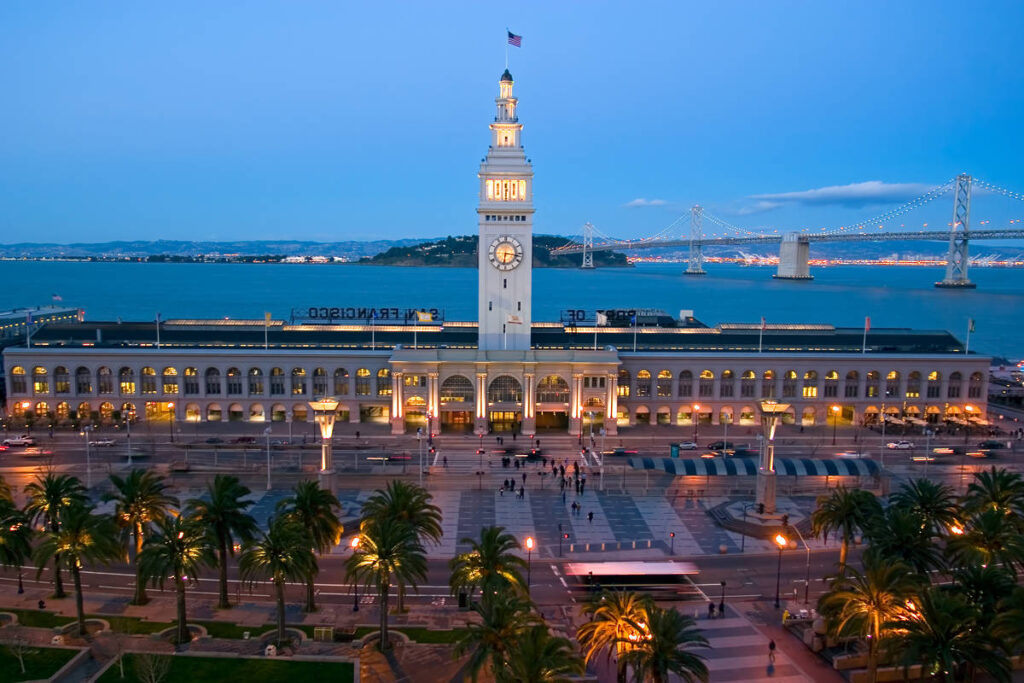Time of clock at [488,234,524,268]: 6:16
